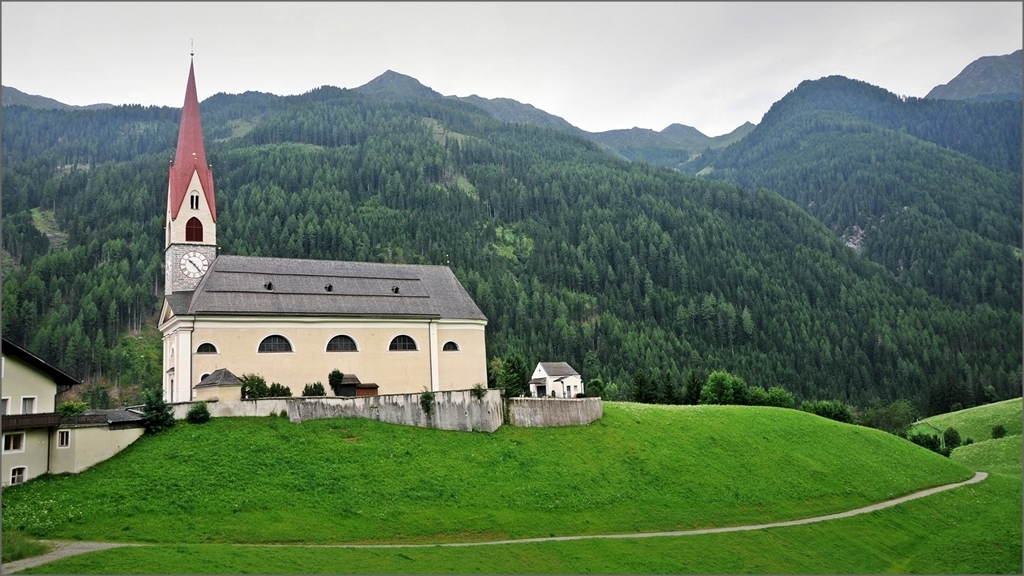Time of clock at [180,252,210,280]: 10:23
